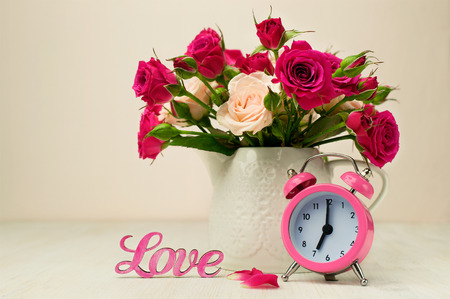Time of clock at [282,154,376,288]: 7:00
